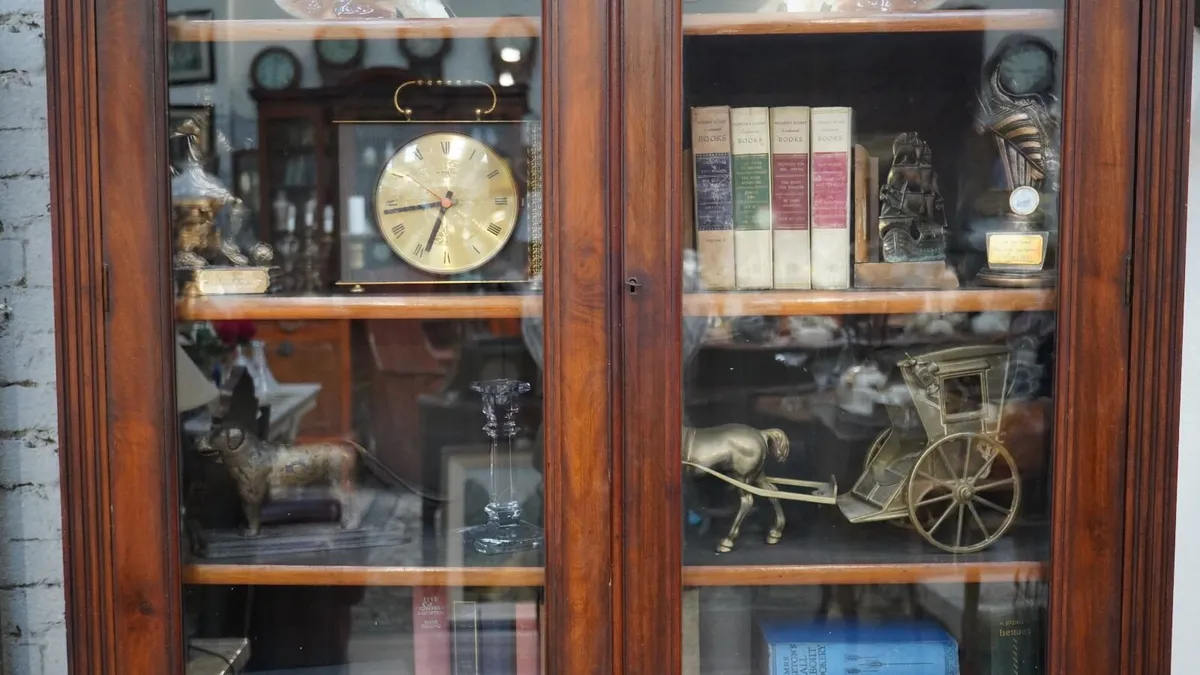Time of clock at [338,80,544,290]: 6:43
